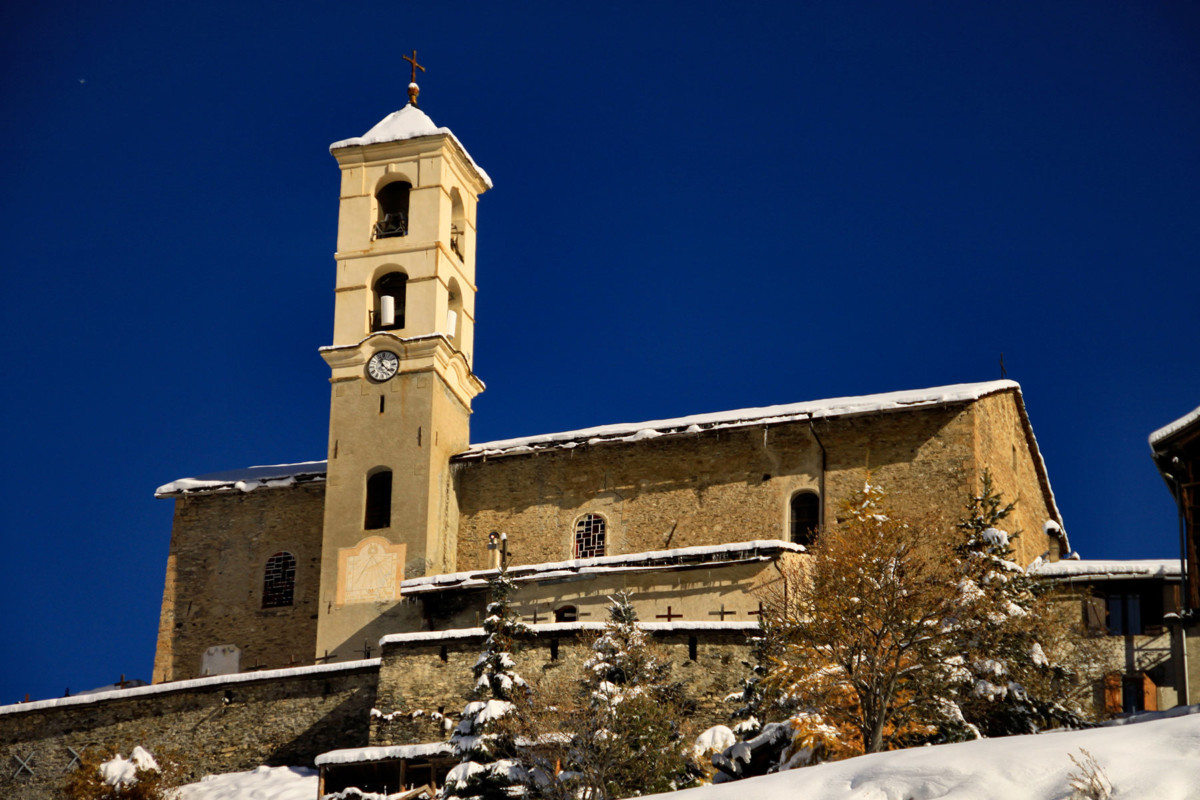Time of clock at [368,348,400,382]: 11:22
